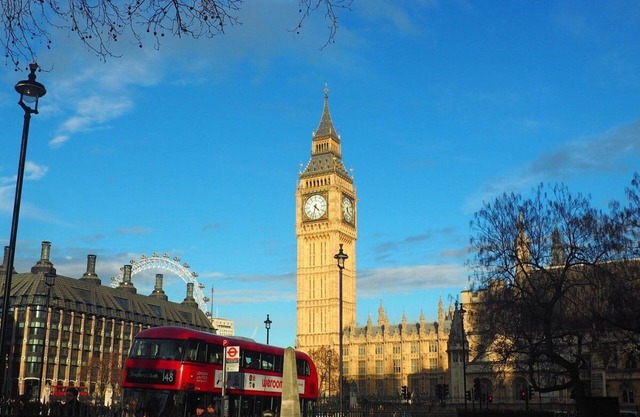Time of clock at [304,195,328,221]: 4:32
